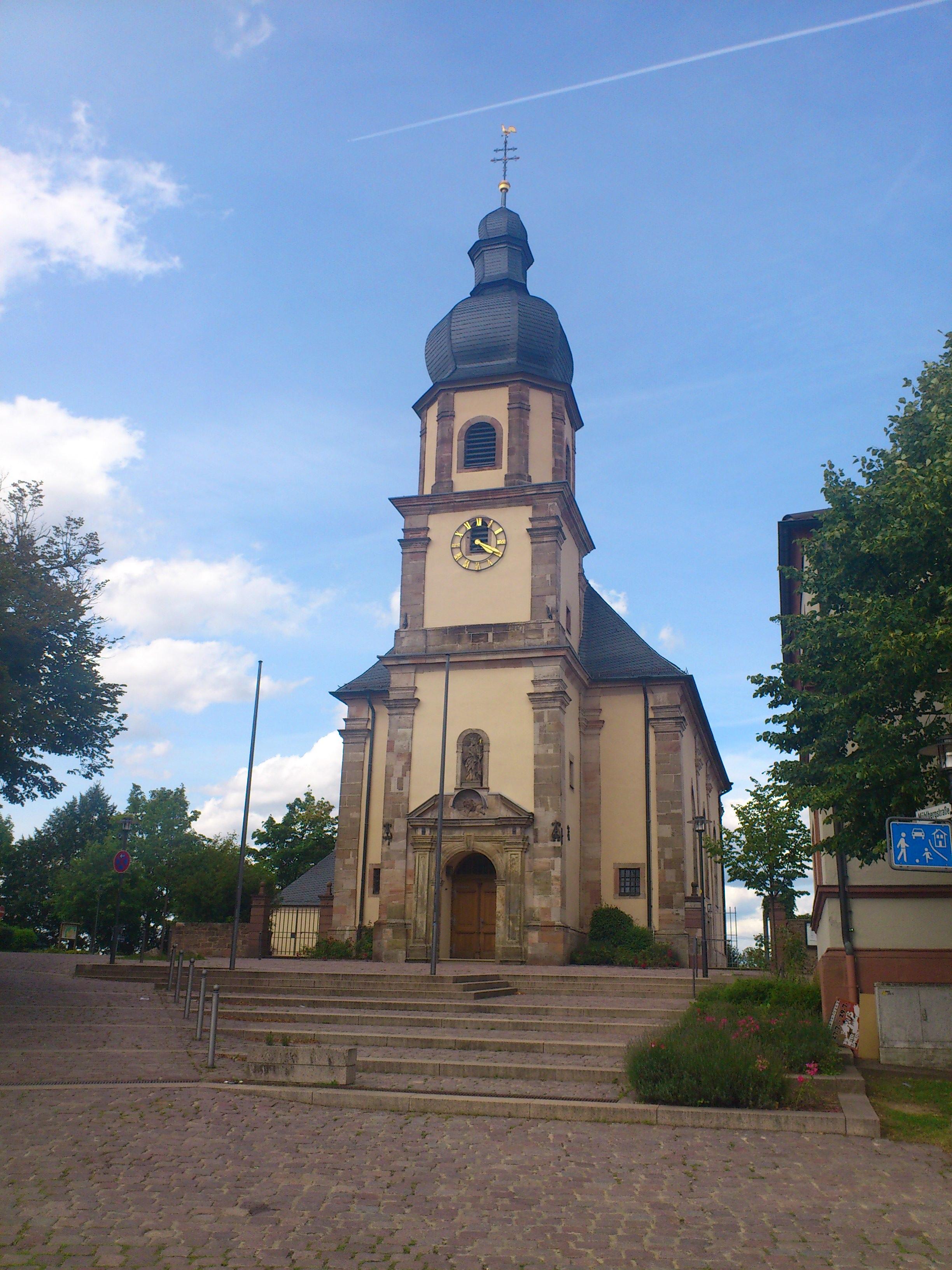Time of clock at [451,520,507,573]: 4:19
